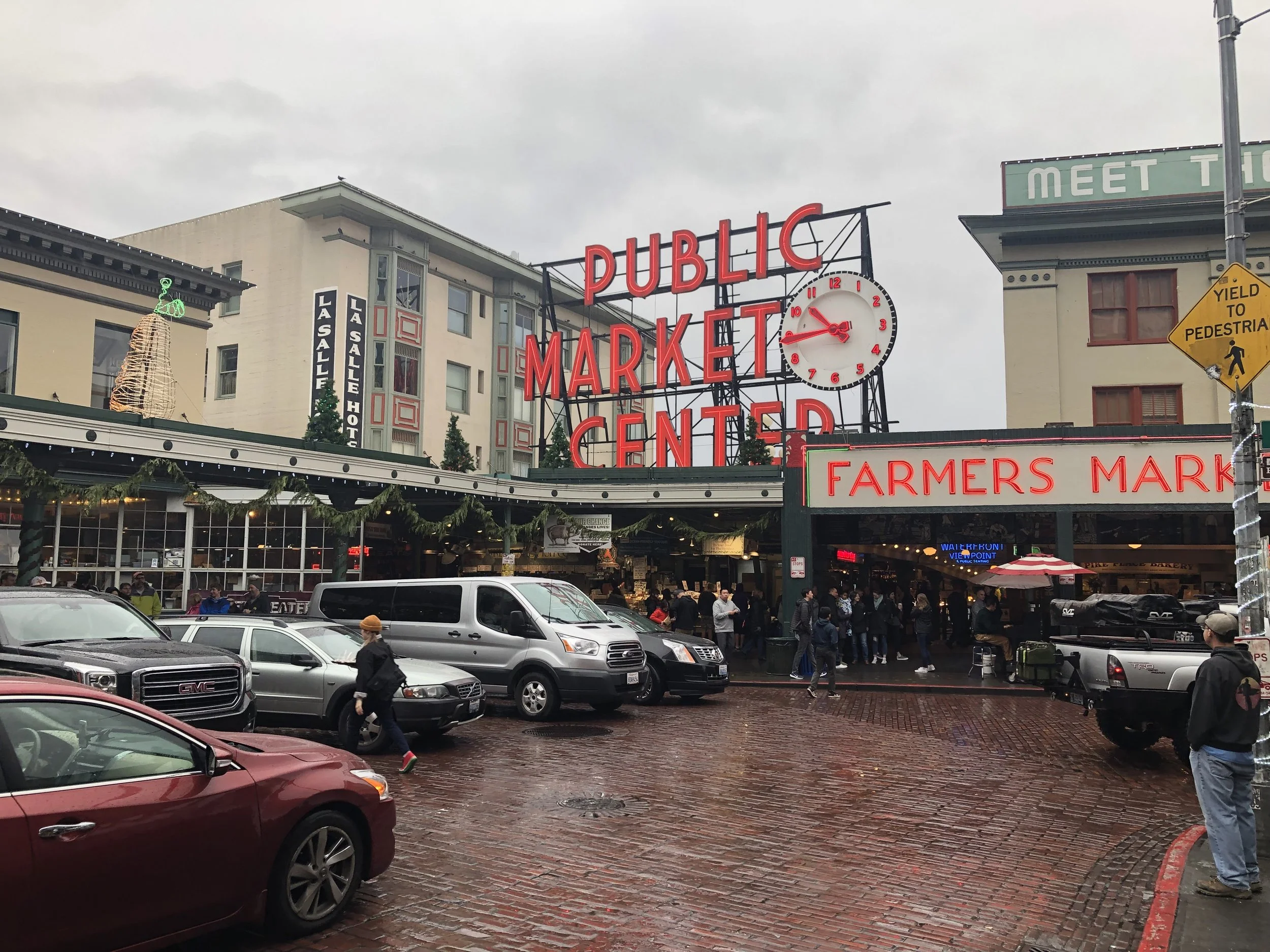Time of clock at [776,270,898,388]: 10:43
